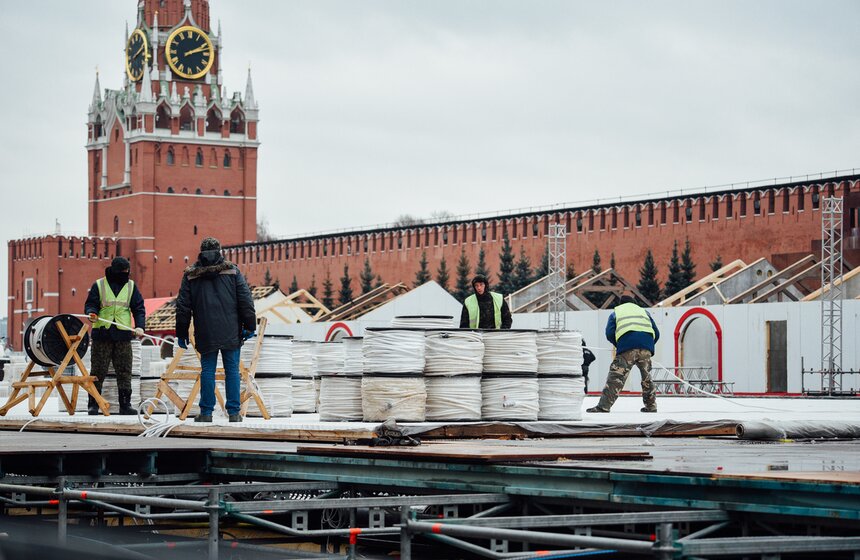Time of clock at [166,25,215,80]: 2:12
